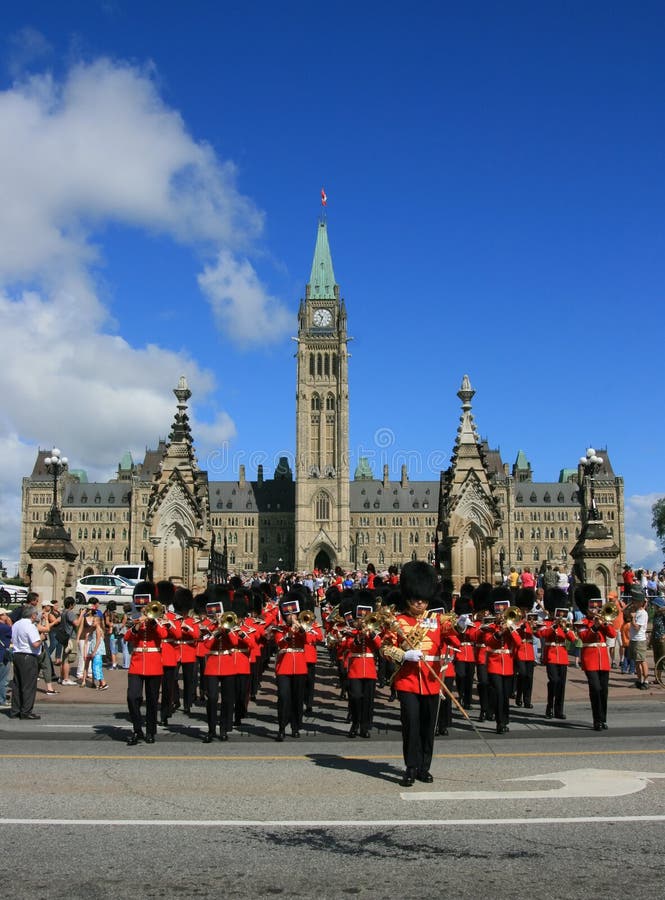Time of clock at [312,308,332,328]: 10:33
